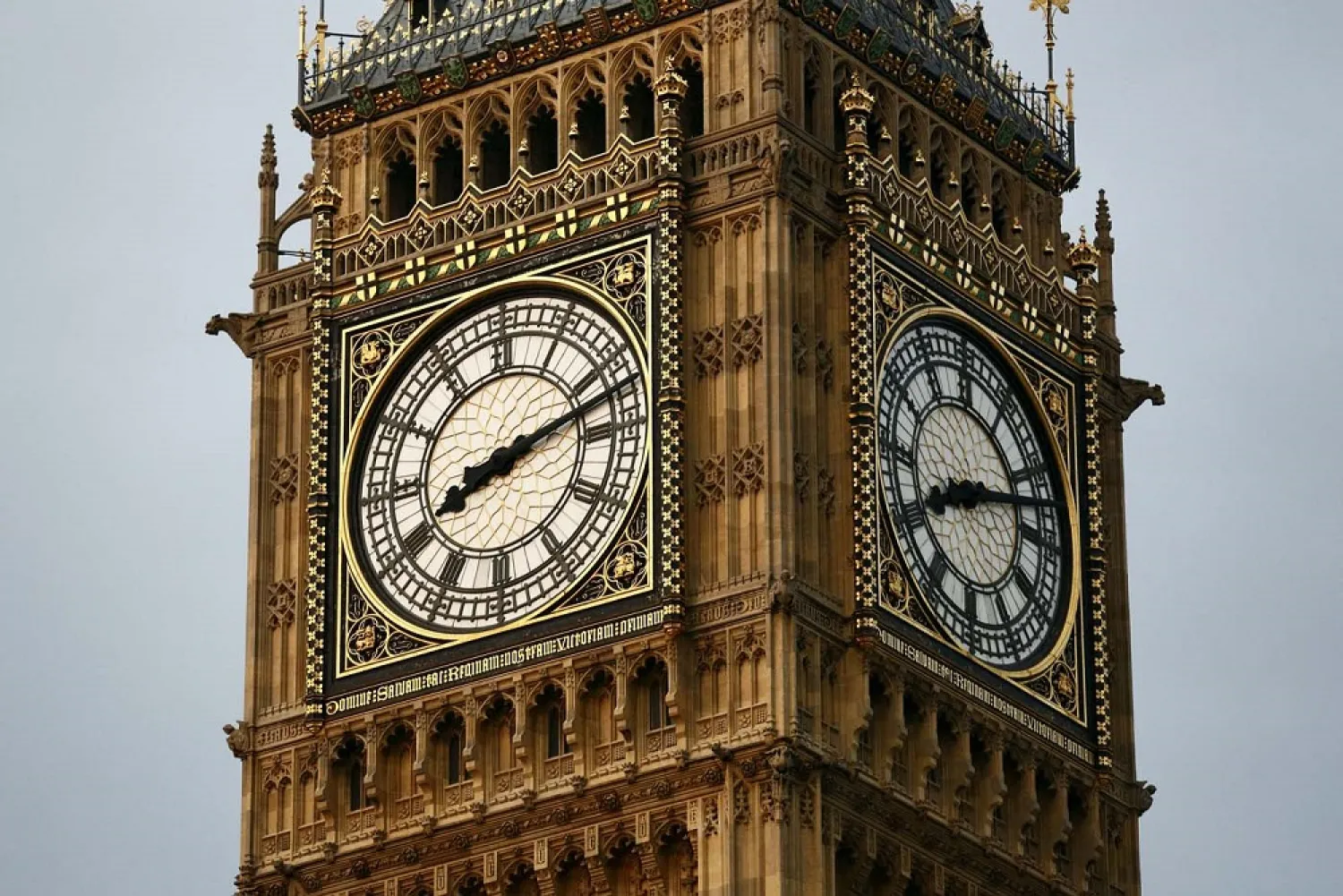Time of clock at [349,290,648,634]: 8:12
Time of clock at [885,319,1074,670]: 8:12
